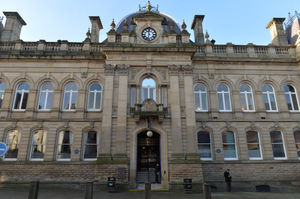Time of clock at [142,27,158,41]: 11:32
